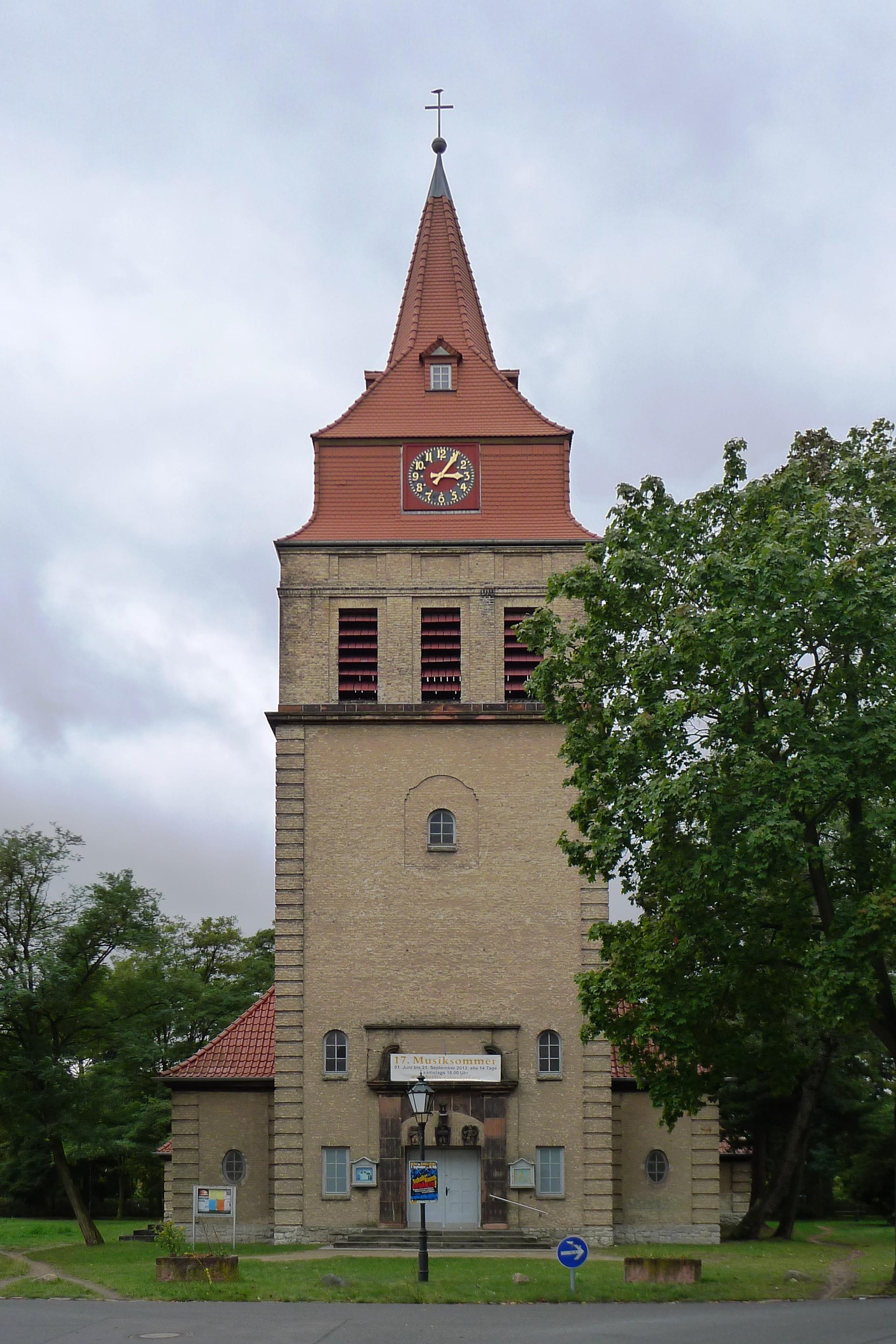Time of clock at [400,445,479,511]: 3:05
